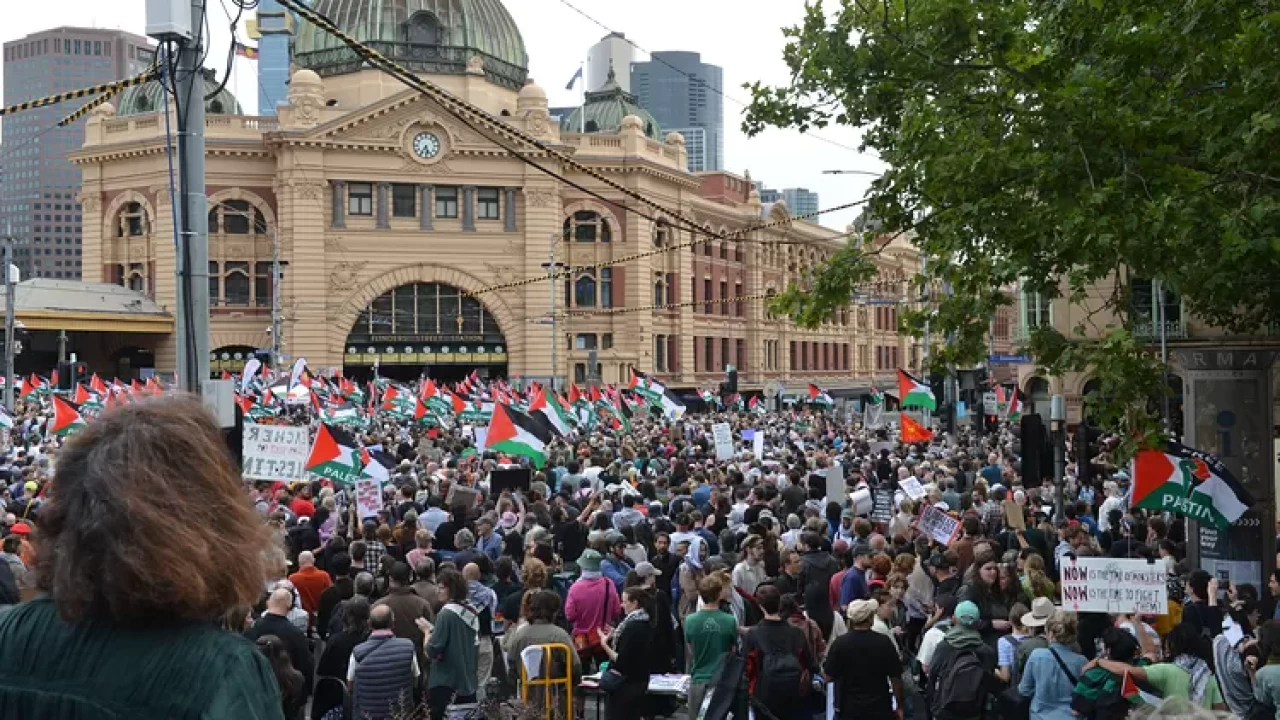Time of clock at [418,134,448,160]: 5:35
